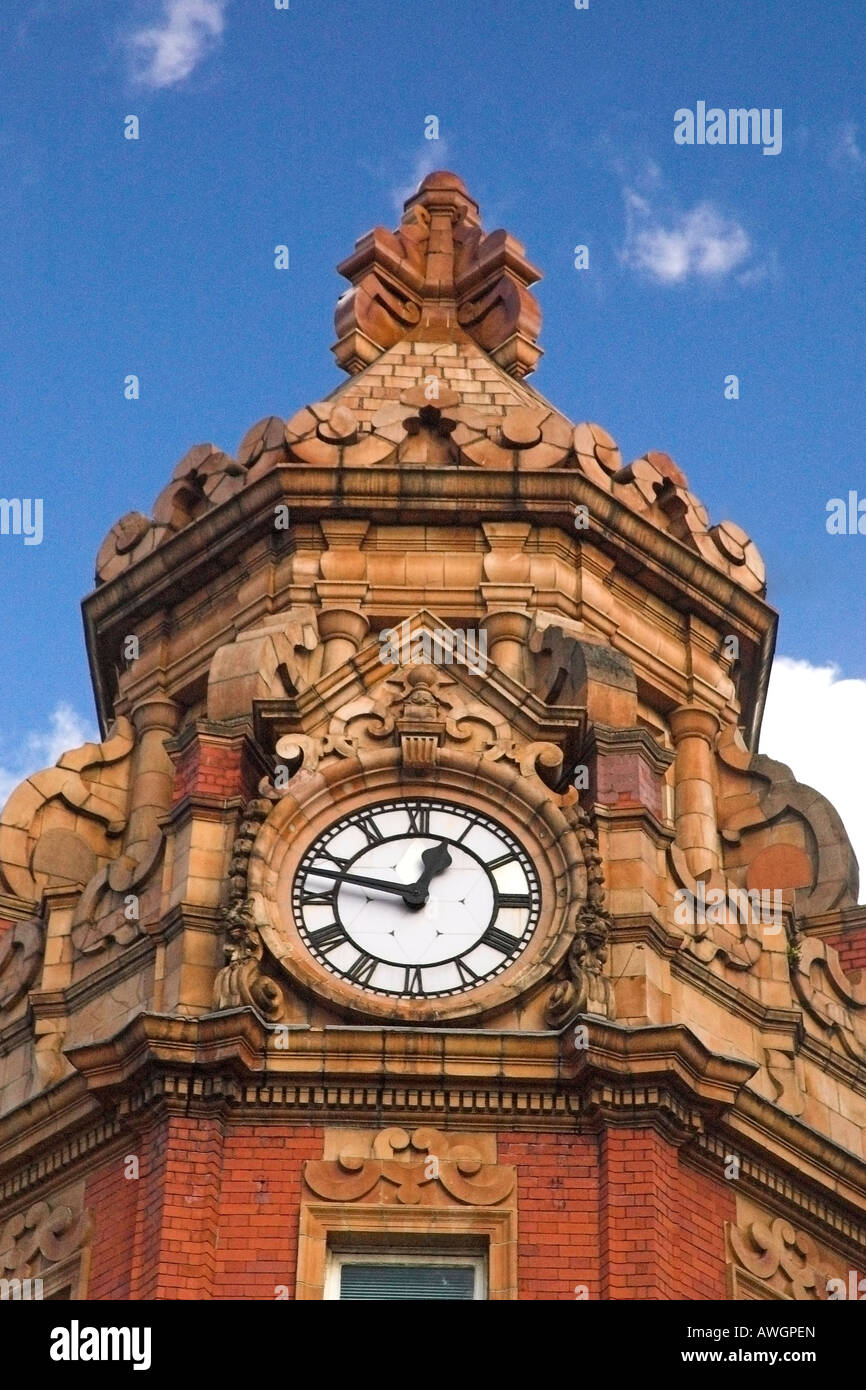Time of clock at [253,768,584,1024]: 12:47
